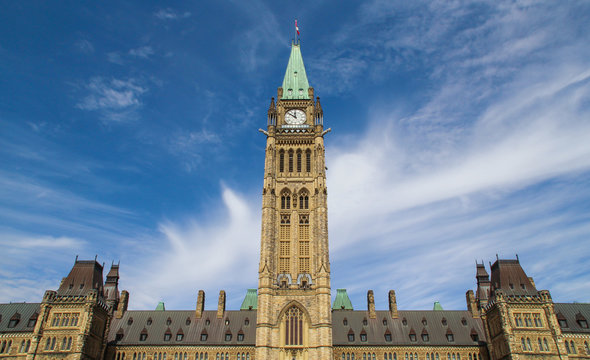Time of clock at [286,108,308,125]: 11:51
